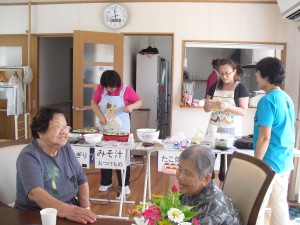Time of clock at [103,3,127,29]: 11:28
